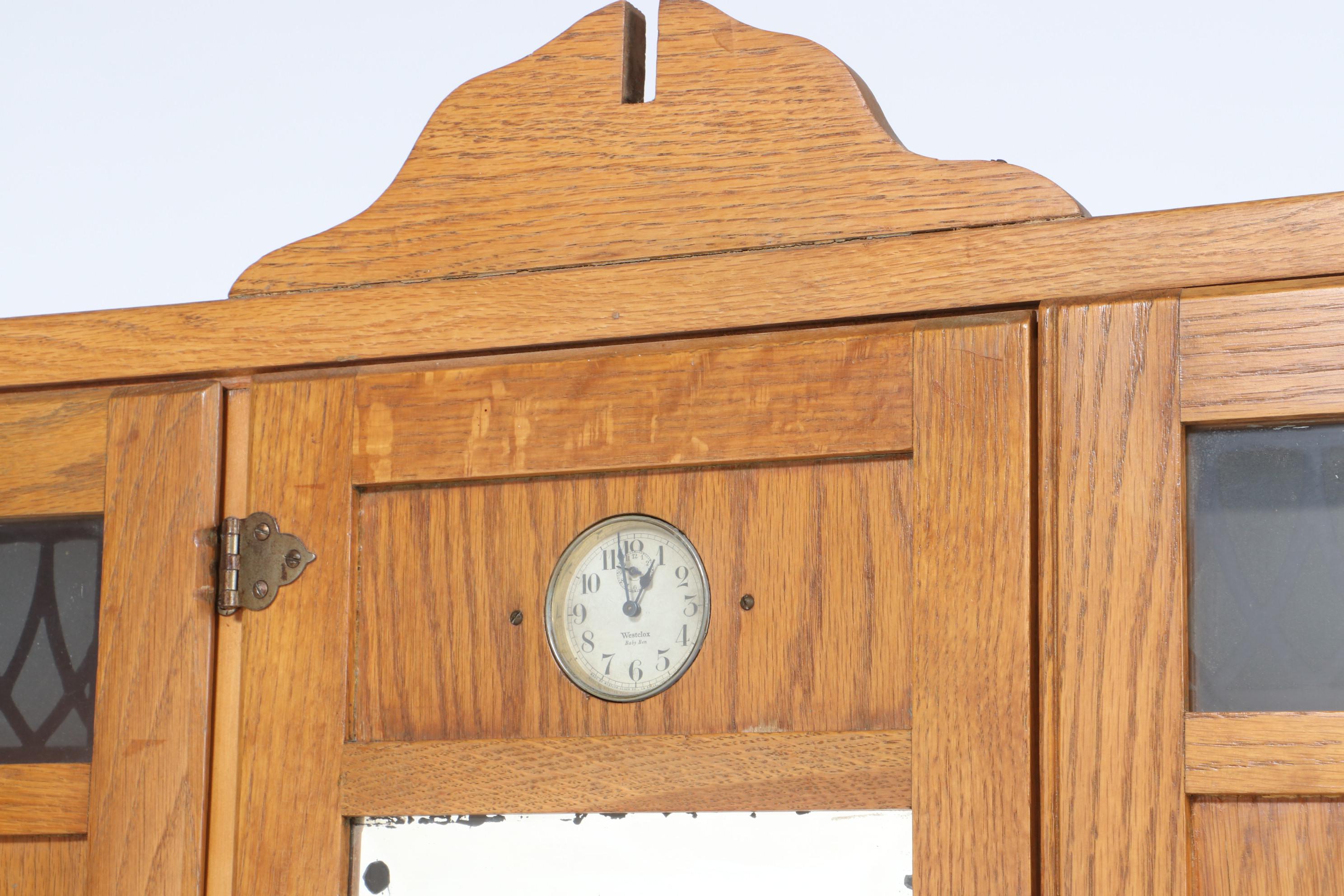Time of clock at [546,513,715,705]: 12:57
